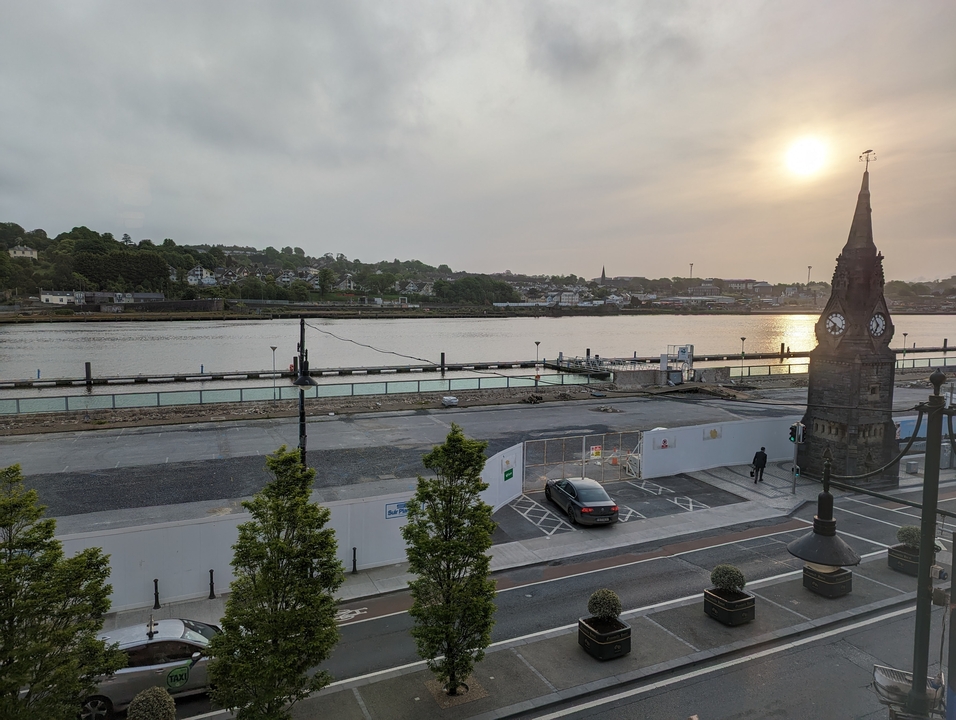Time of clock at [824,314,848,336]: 6:50
